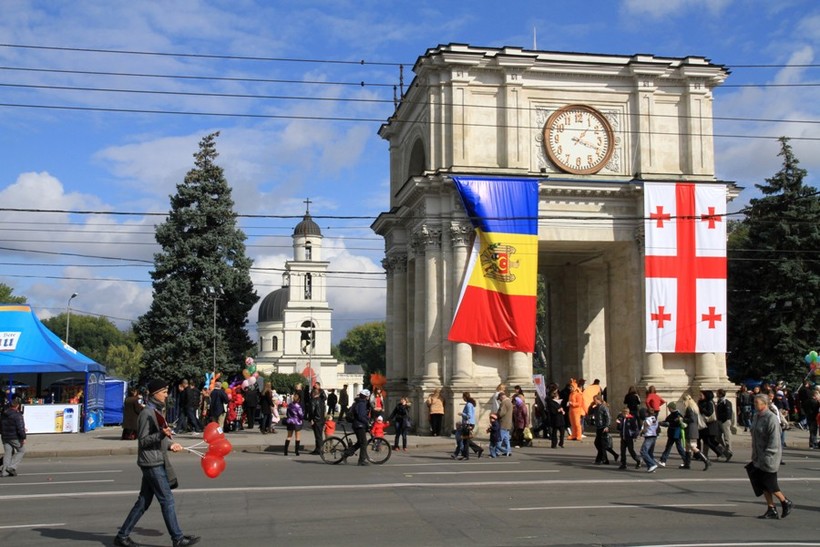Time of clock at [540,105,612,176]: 1:18
